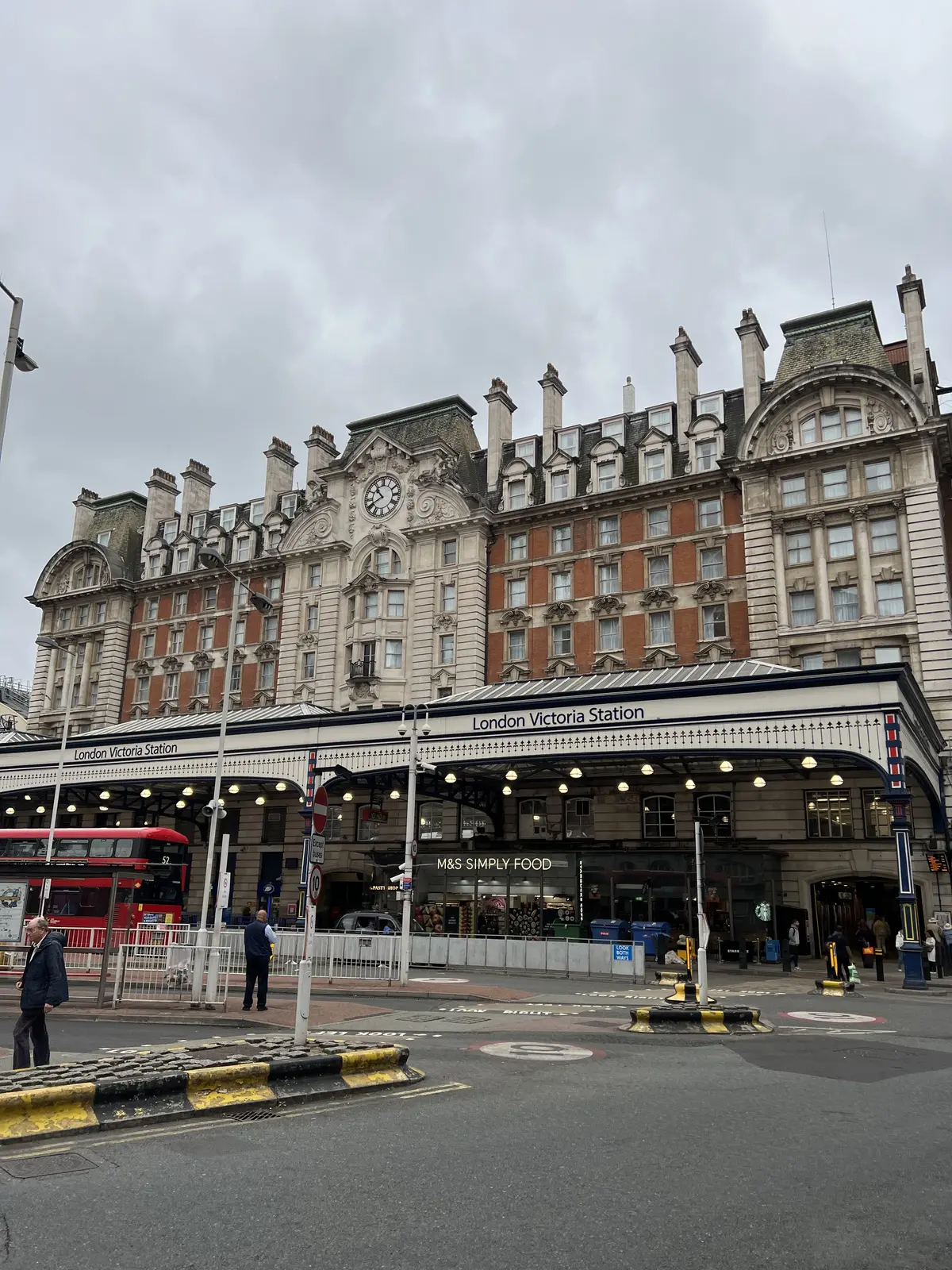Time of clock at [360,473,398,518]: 10:40
